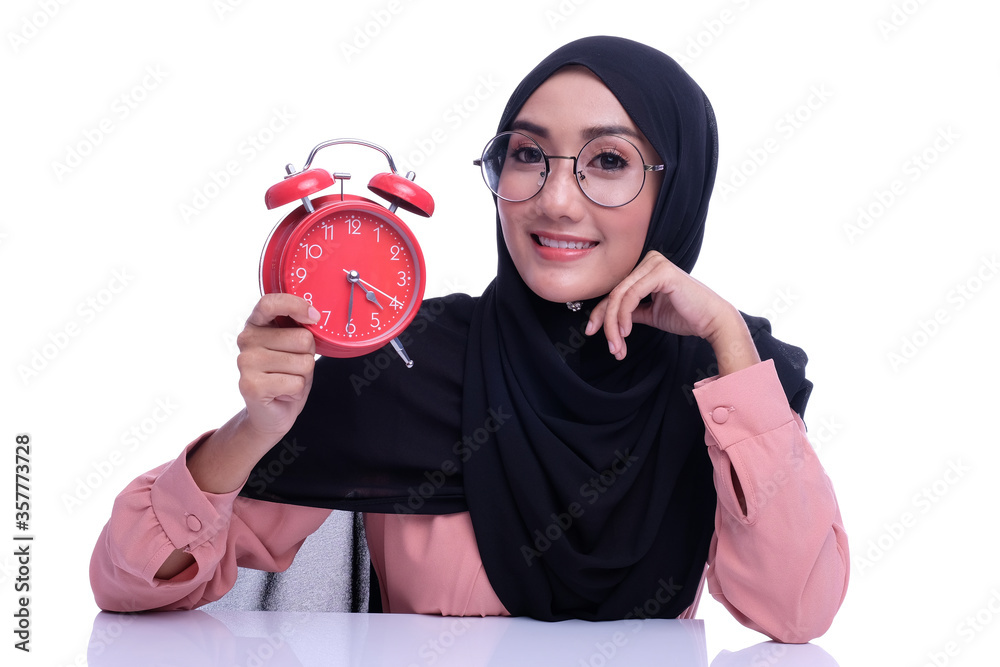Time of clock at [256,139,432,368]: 4:19
